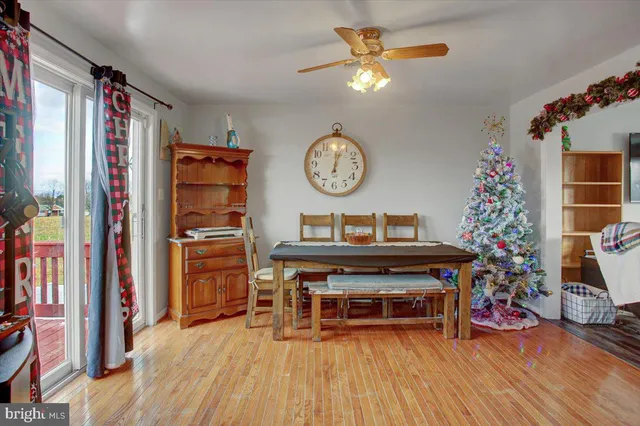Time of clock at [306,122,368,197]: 12:03
